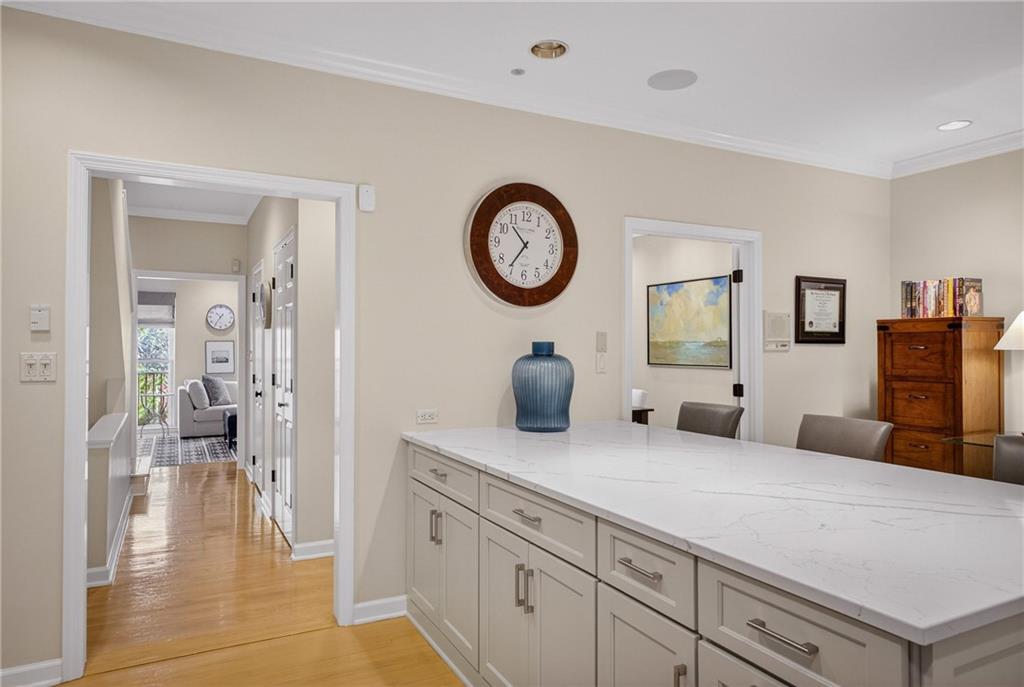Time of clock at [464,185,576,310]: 10:35
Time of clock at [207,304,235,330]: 10:35
